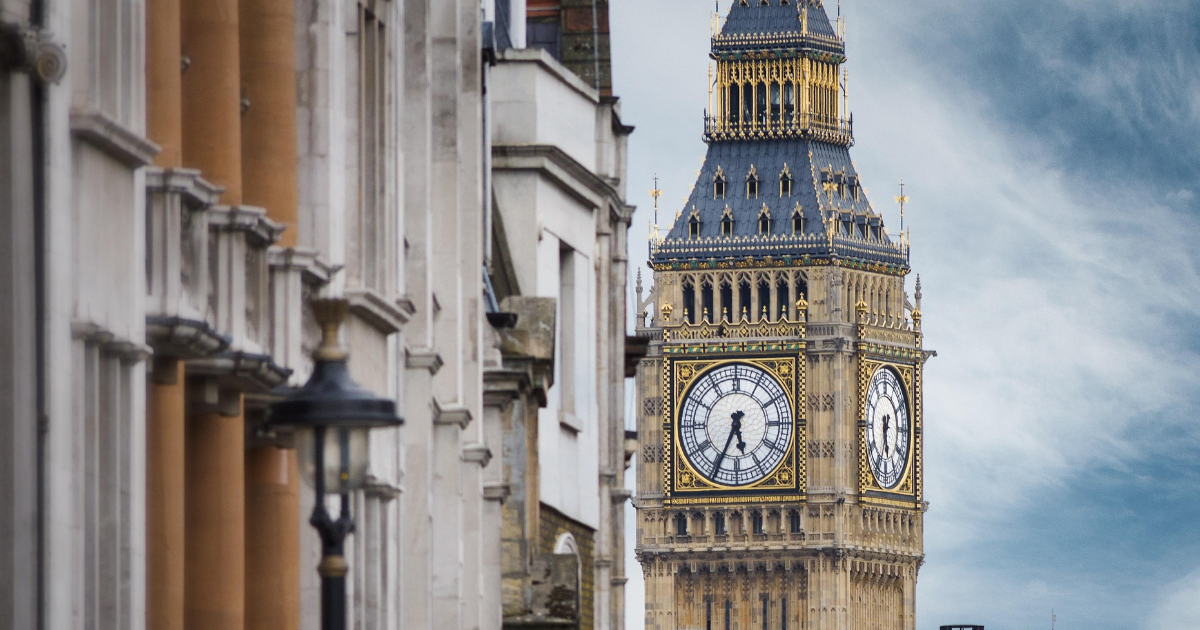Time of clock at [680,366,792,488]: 5:34
